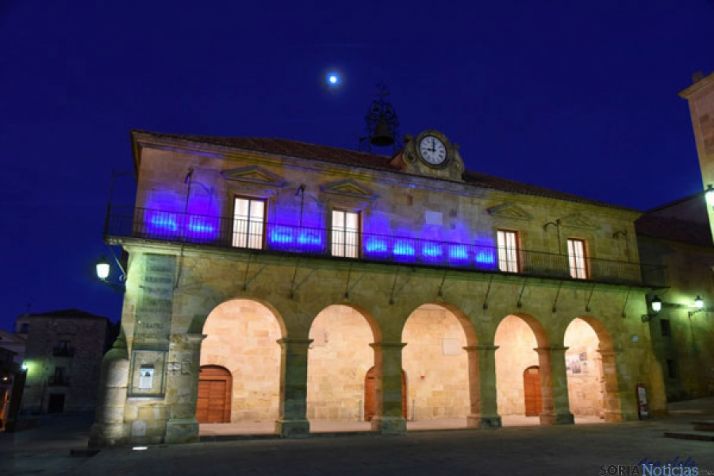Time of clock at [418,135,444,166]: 9:01
